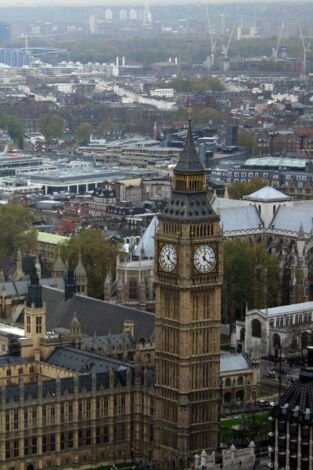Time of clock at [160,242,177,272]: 12:21
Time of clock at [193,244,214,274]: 12:21
